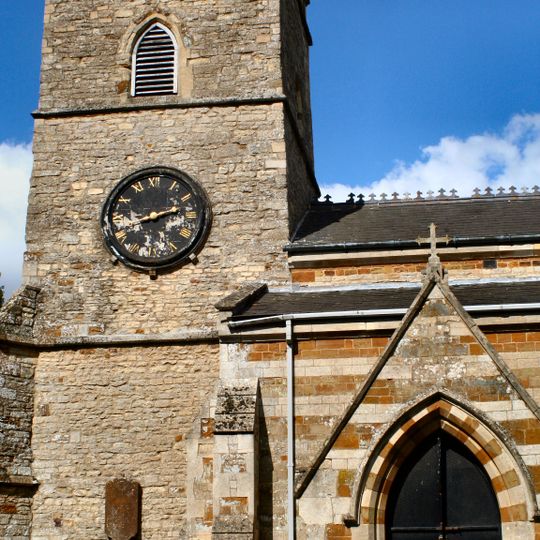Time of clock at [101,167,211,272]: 2:41
